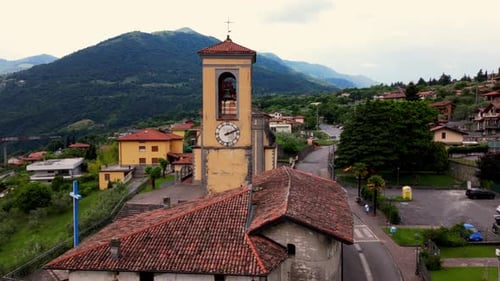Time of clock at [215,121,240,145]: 2:11
